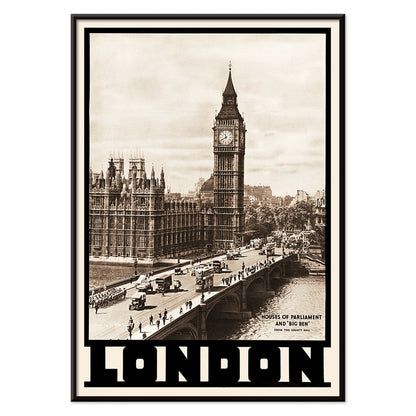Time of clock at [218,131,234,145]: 11:40
